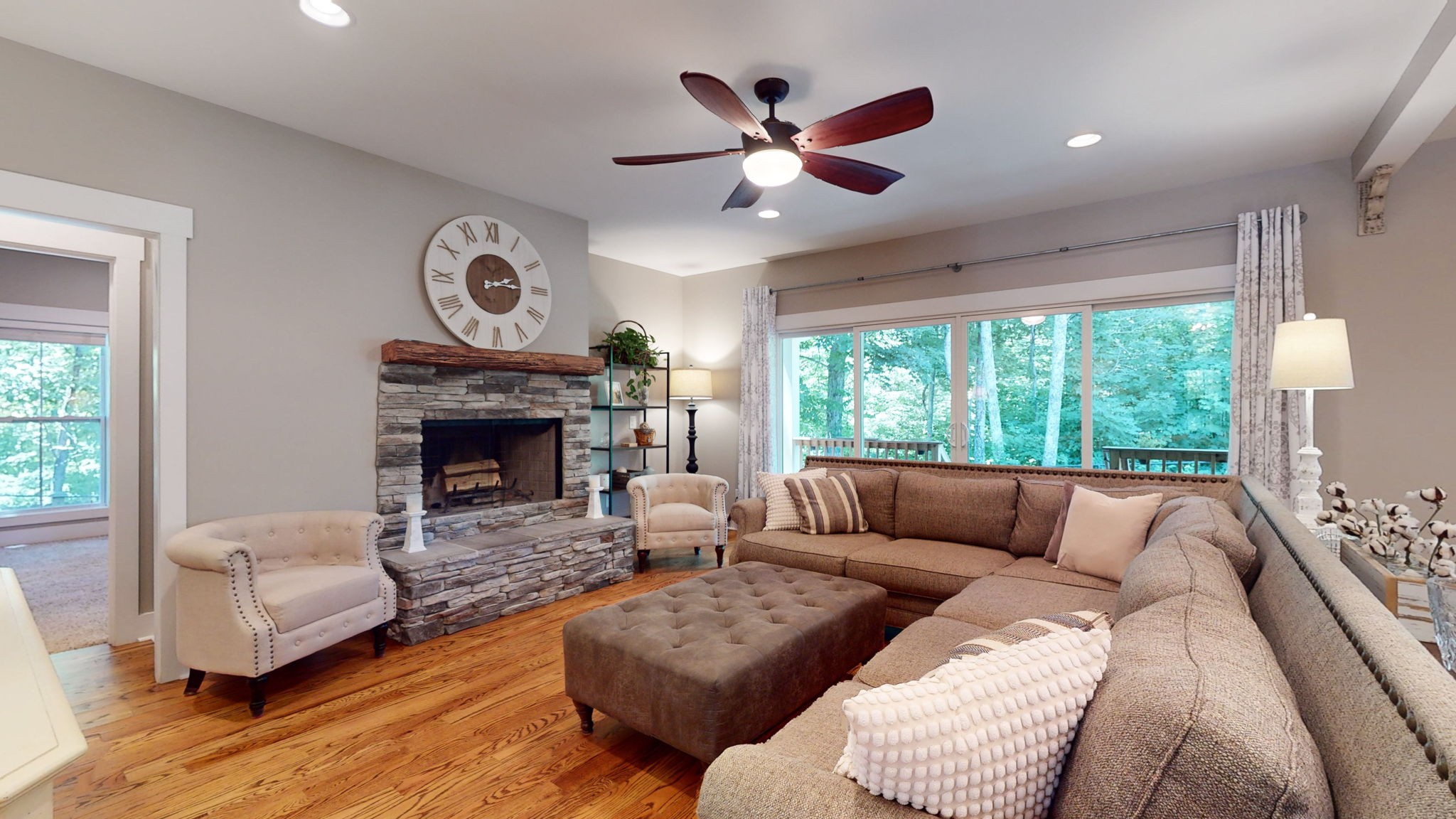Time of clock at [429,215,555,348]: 2:14
